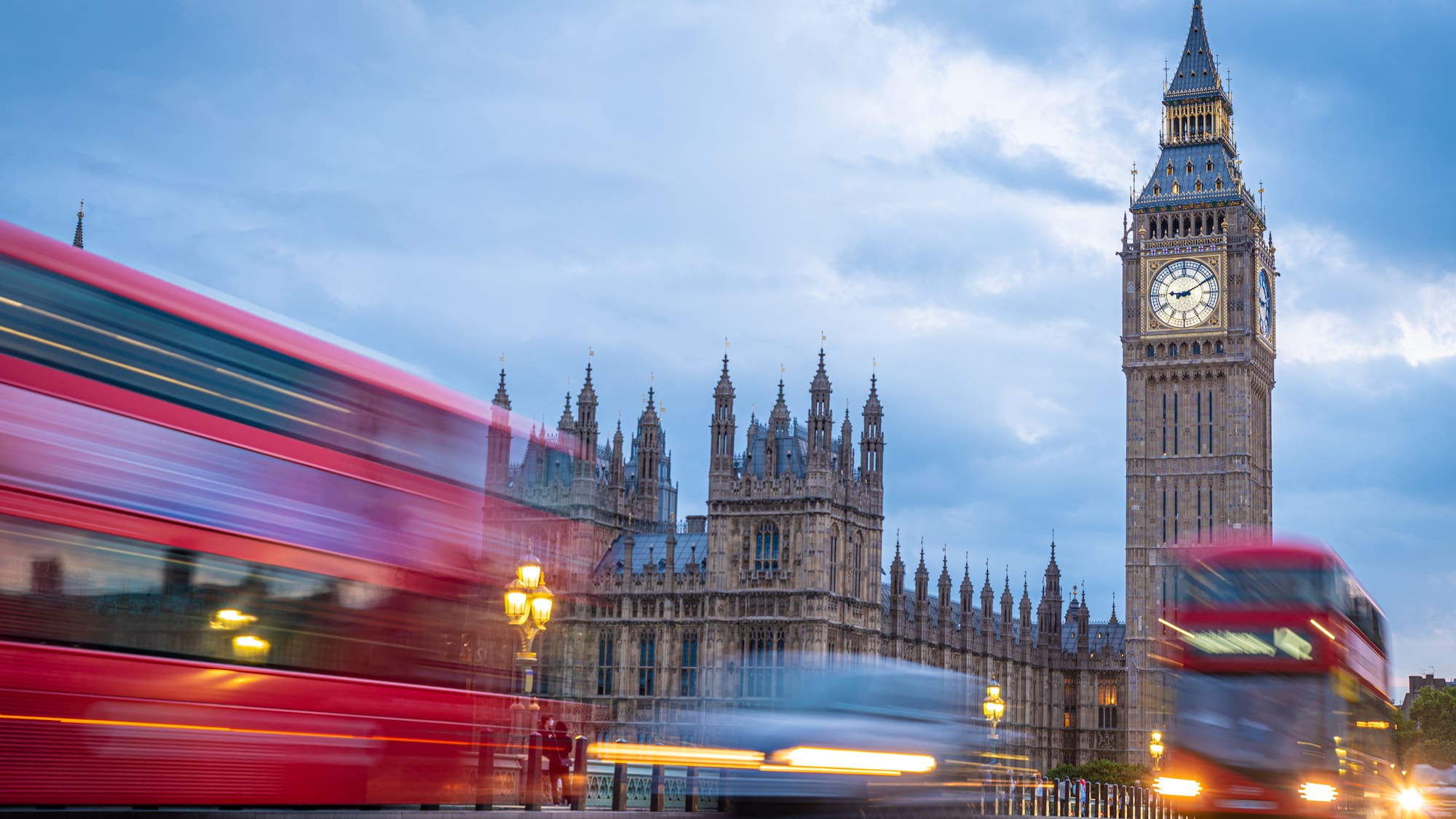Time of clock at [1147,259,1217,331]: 9:10
